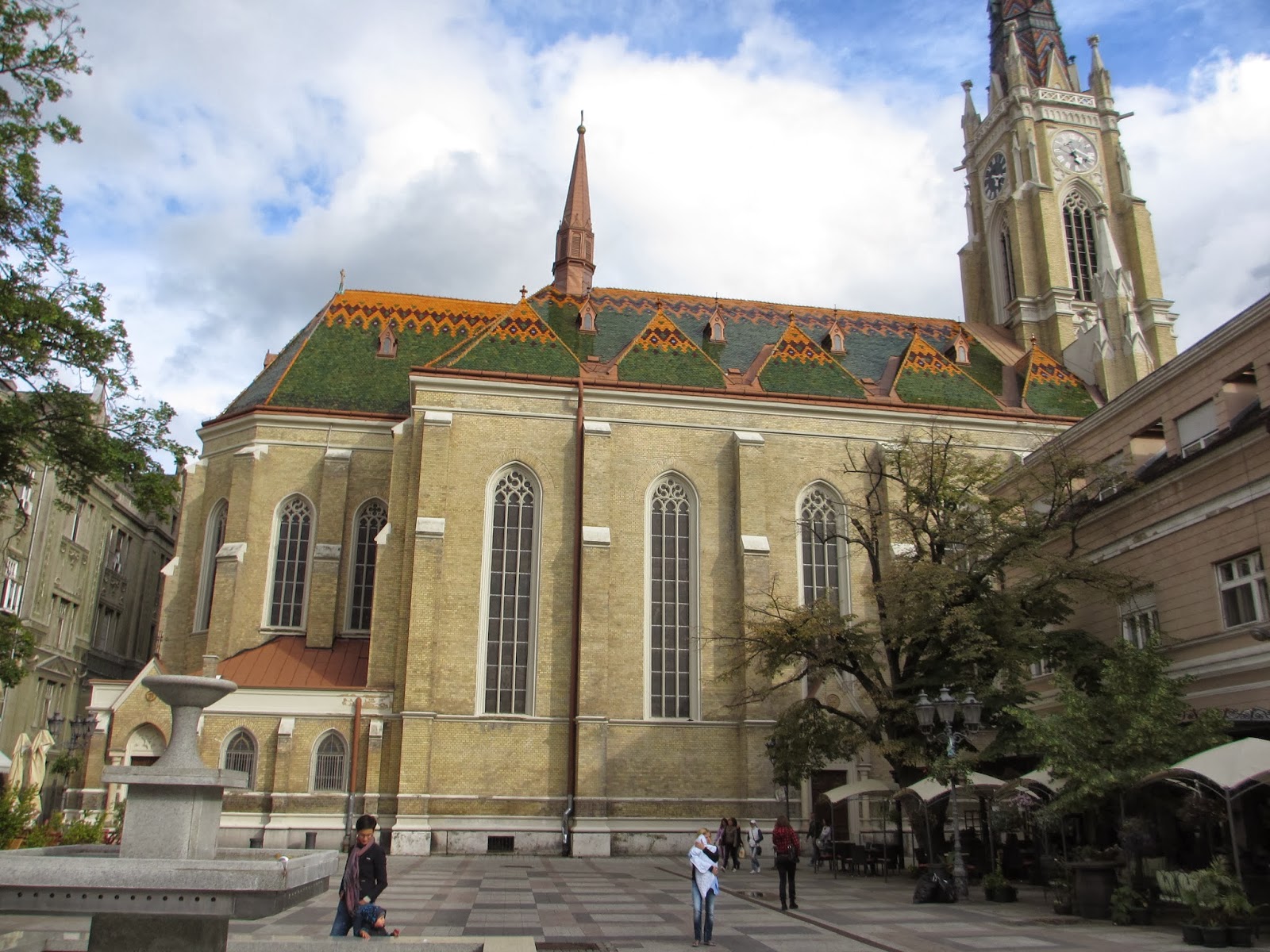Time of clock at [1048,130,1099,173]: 5:18
